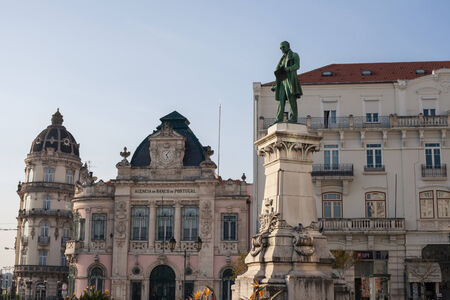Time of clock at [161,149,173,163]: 5:06
